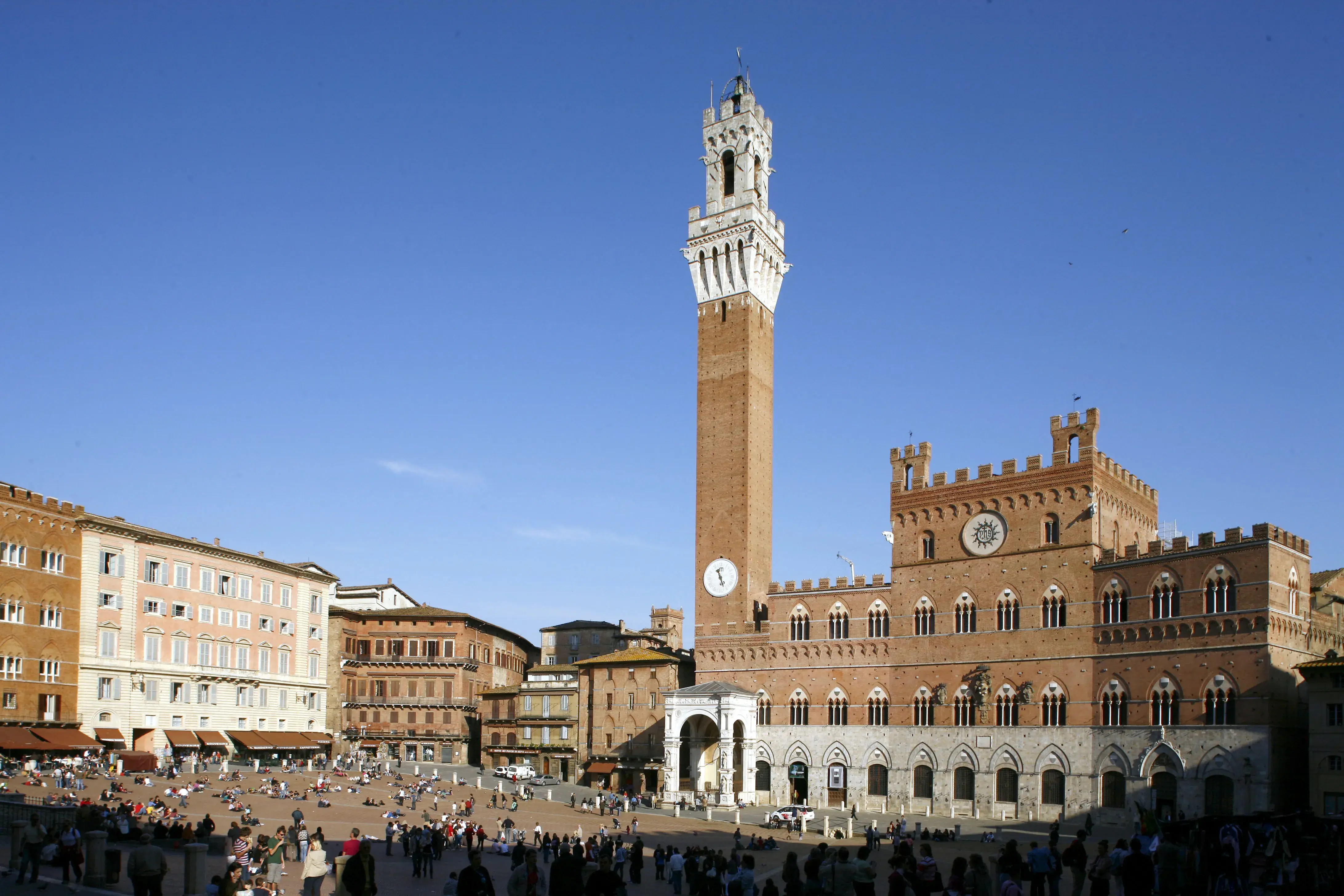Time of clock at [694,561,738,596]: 11:26
